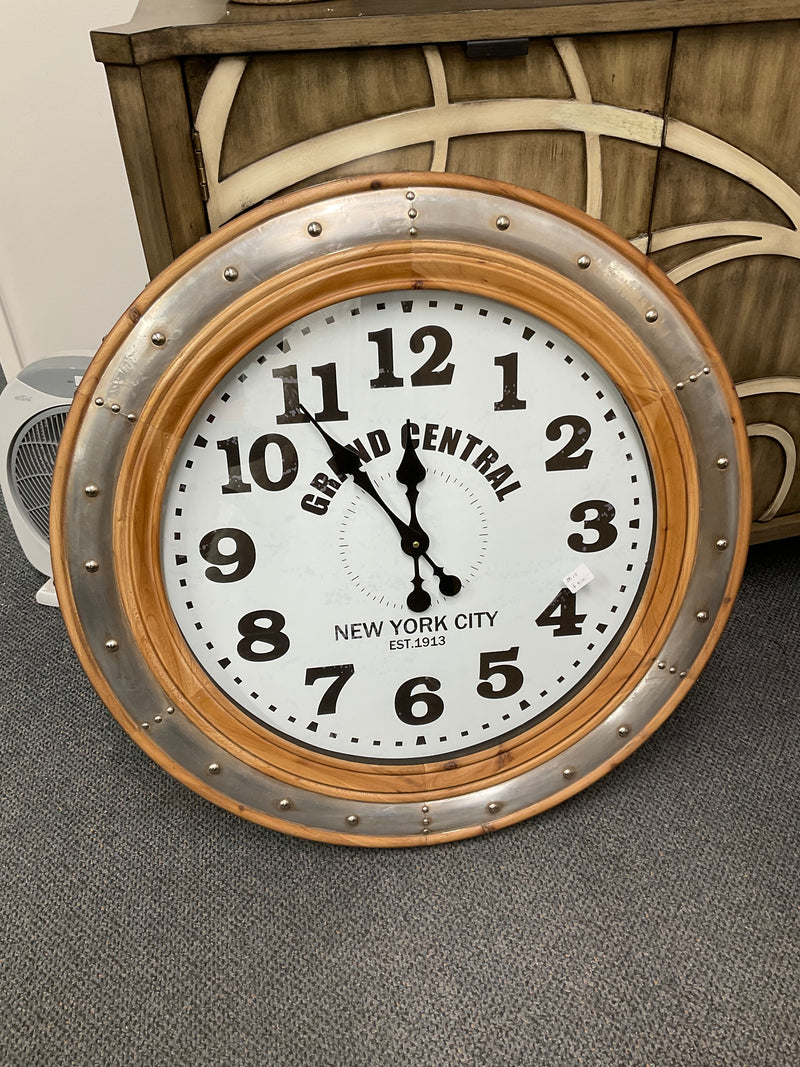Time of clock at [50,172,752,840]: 11:53
